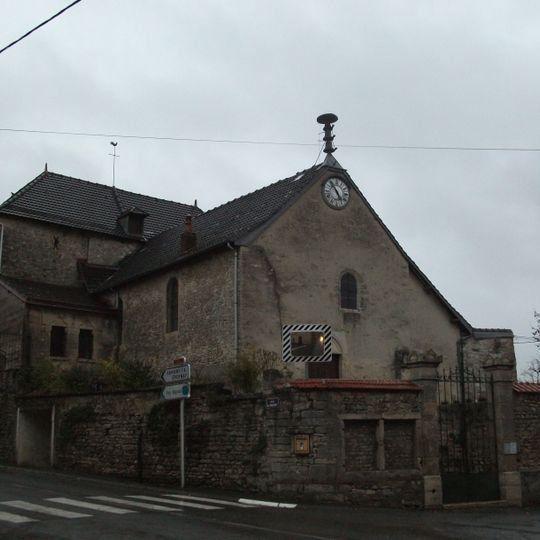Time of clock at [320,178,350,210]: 4:53
